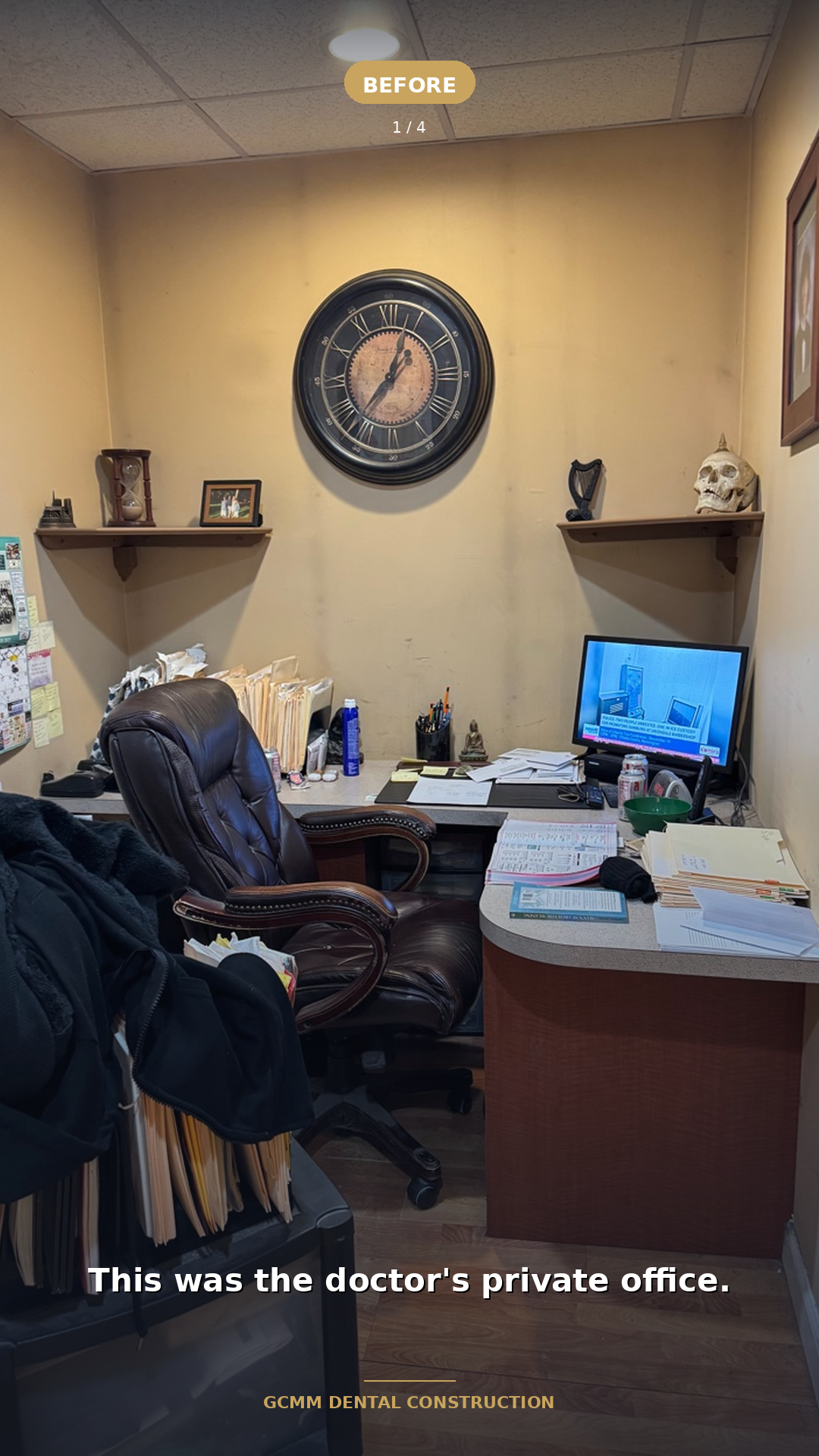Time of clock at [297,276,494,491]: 12:36
